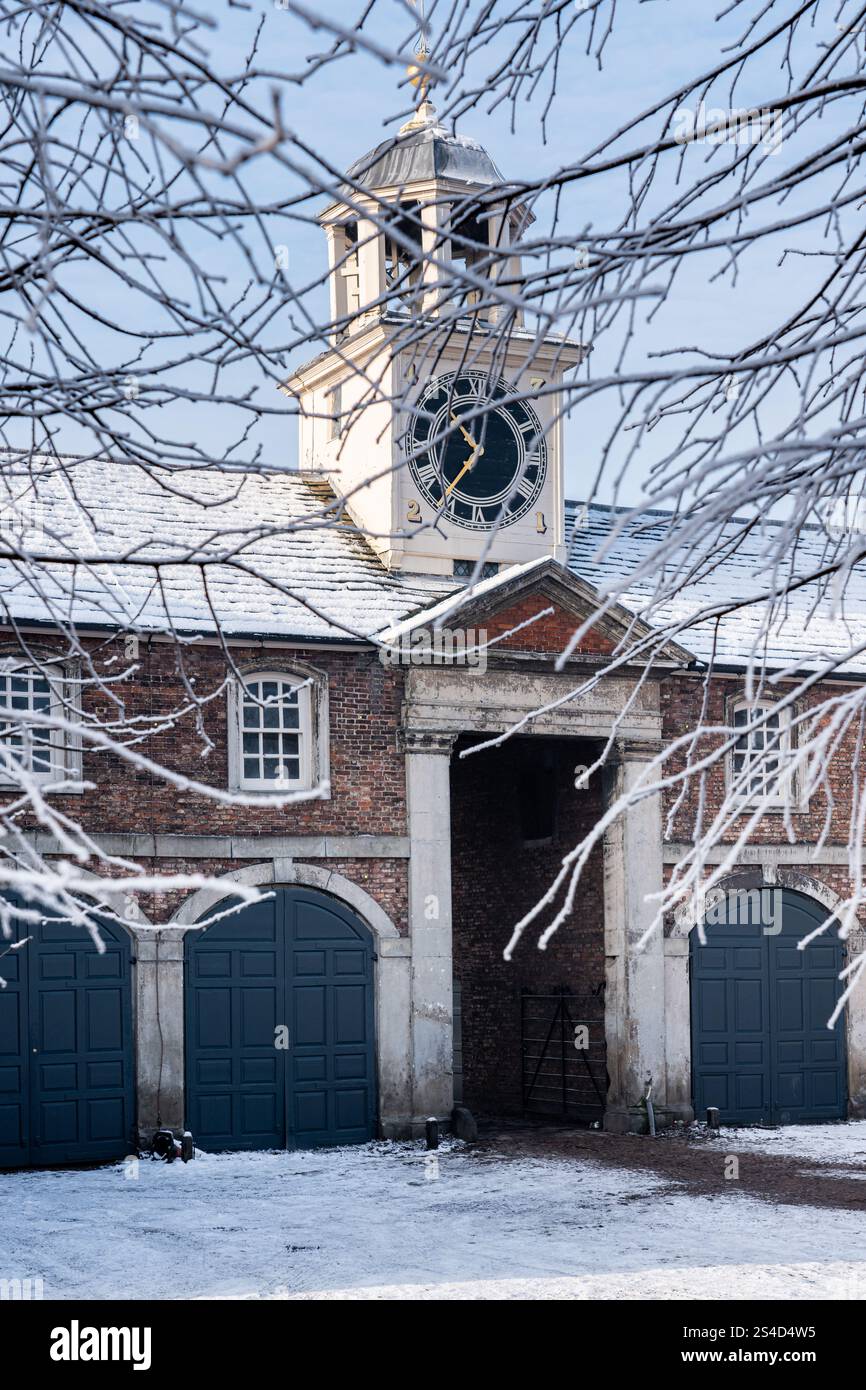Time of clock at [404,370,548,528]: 10:36
